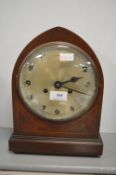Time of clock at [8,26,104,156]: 2:18
